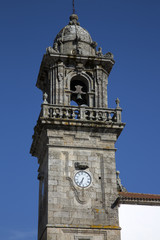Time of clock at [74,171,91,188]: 6:35
